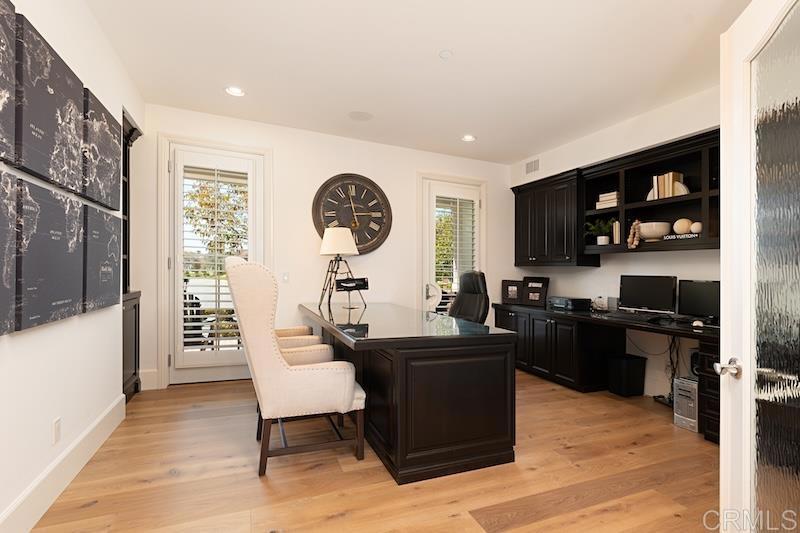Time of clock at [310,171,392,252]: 2:58
